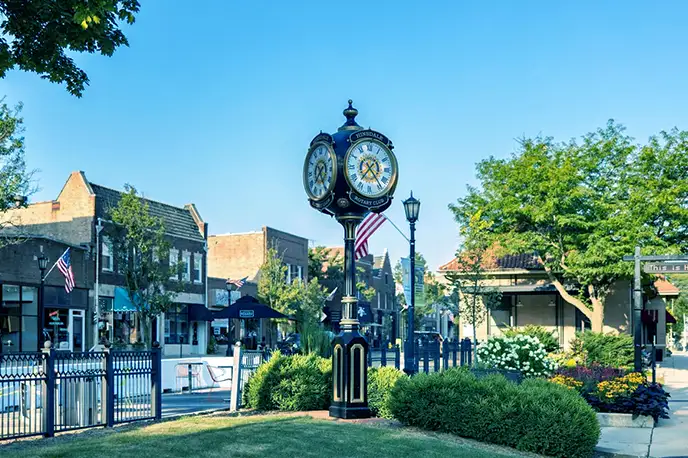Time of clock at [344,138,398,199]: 7:23
